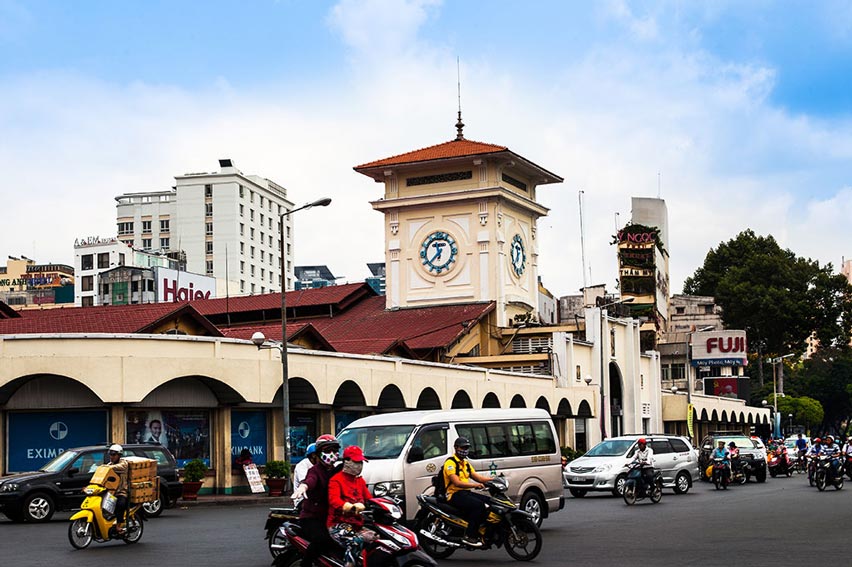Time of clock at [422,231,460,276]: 11:37
